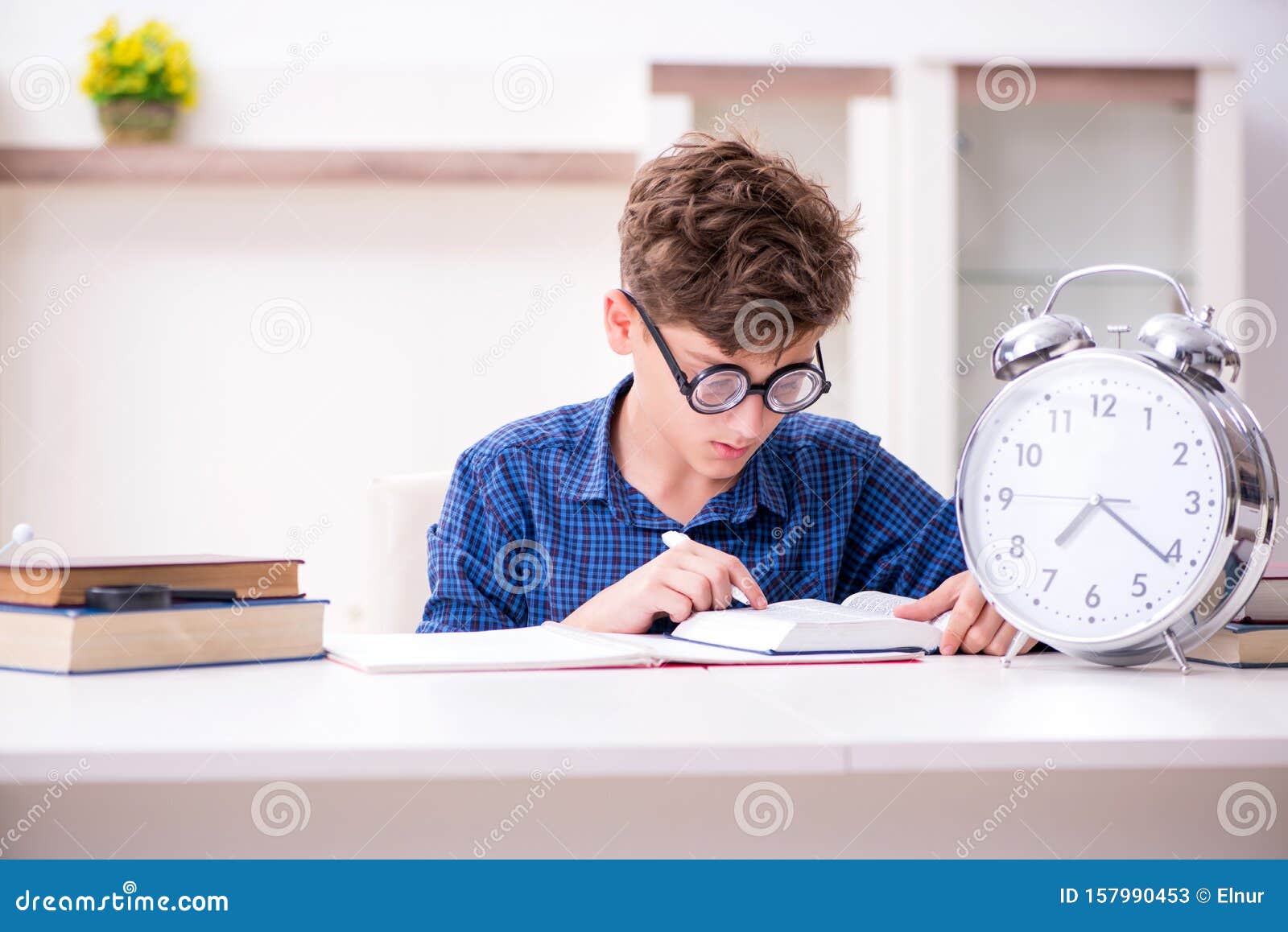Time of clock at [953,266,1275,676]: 7:21
